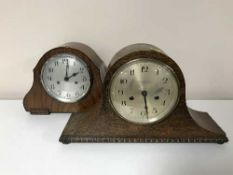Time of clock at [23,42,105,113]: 2:01
